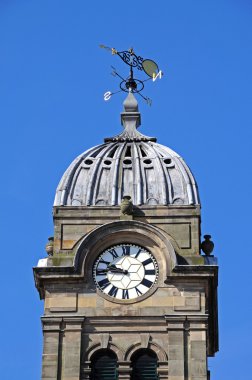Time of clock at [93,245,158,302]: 9:45
